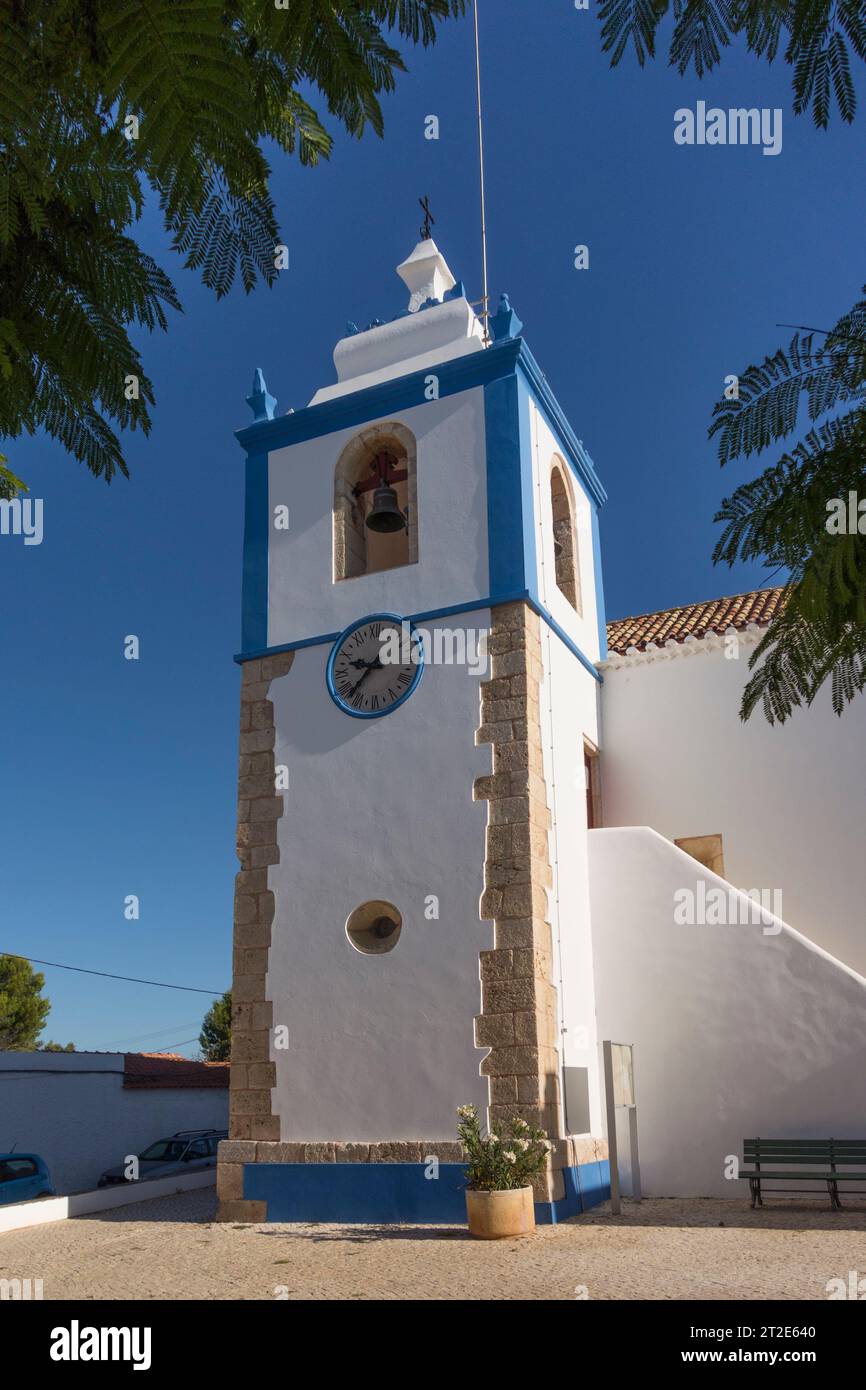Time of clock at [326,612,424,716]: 9:38
